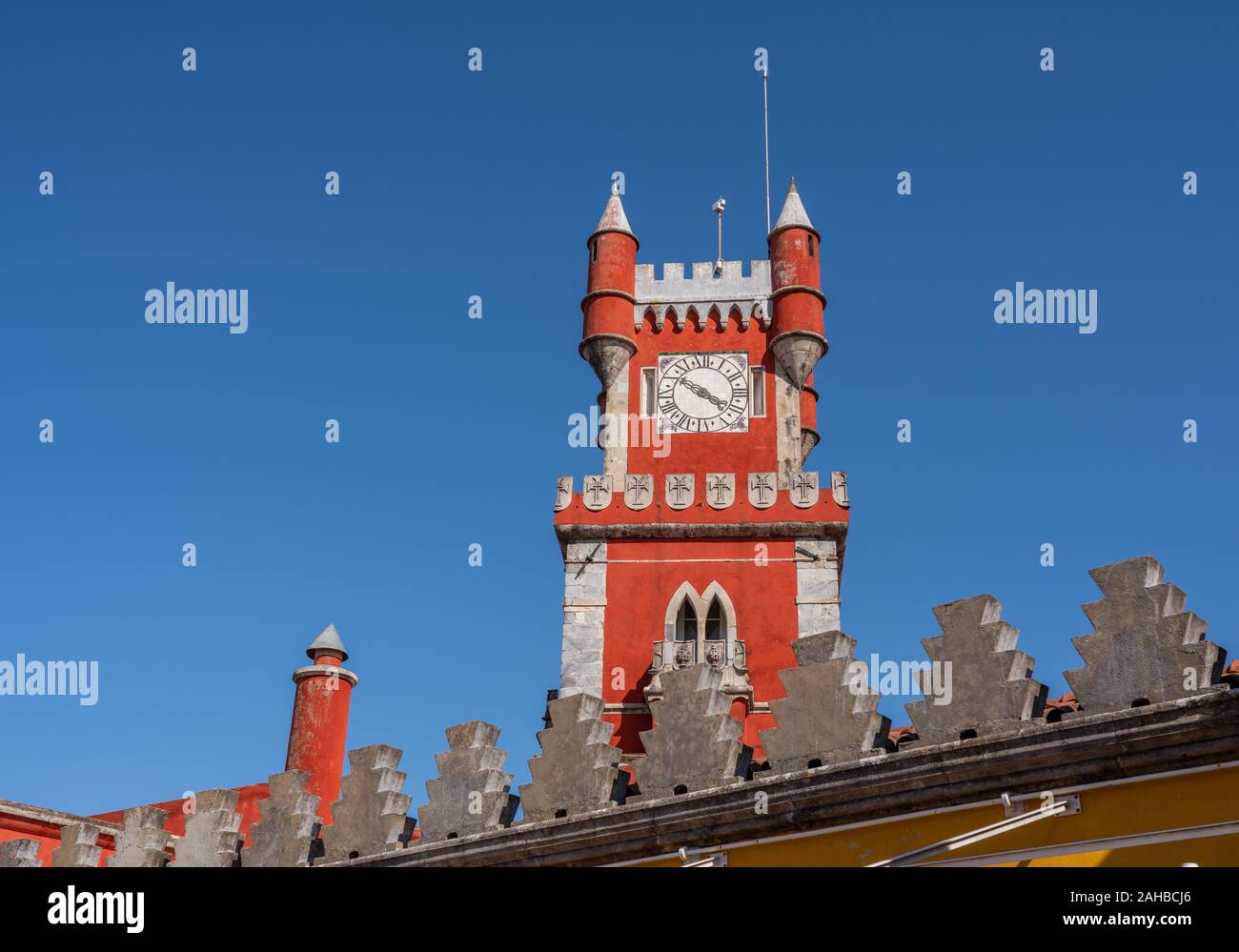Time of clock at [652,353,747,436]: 3:50
